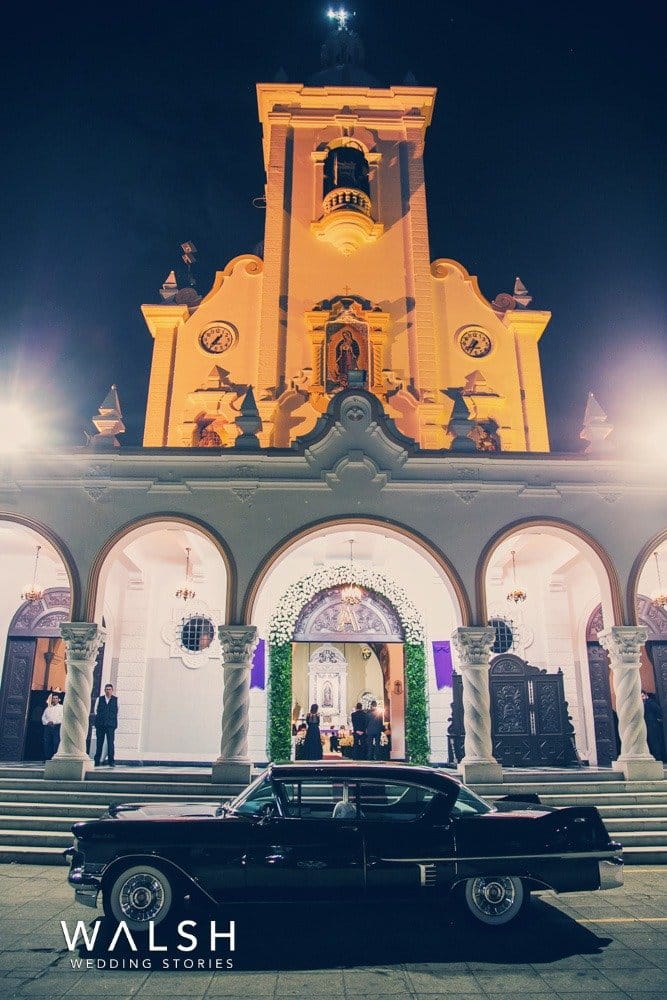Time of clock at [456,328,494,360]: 7:34
